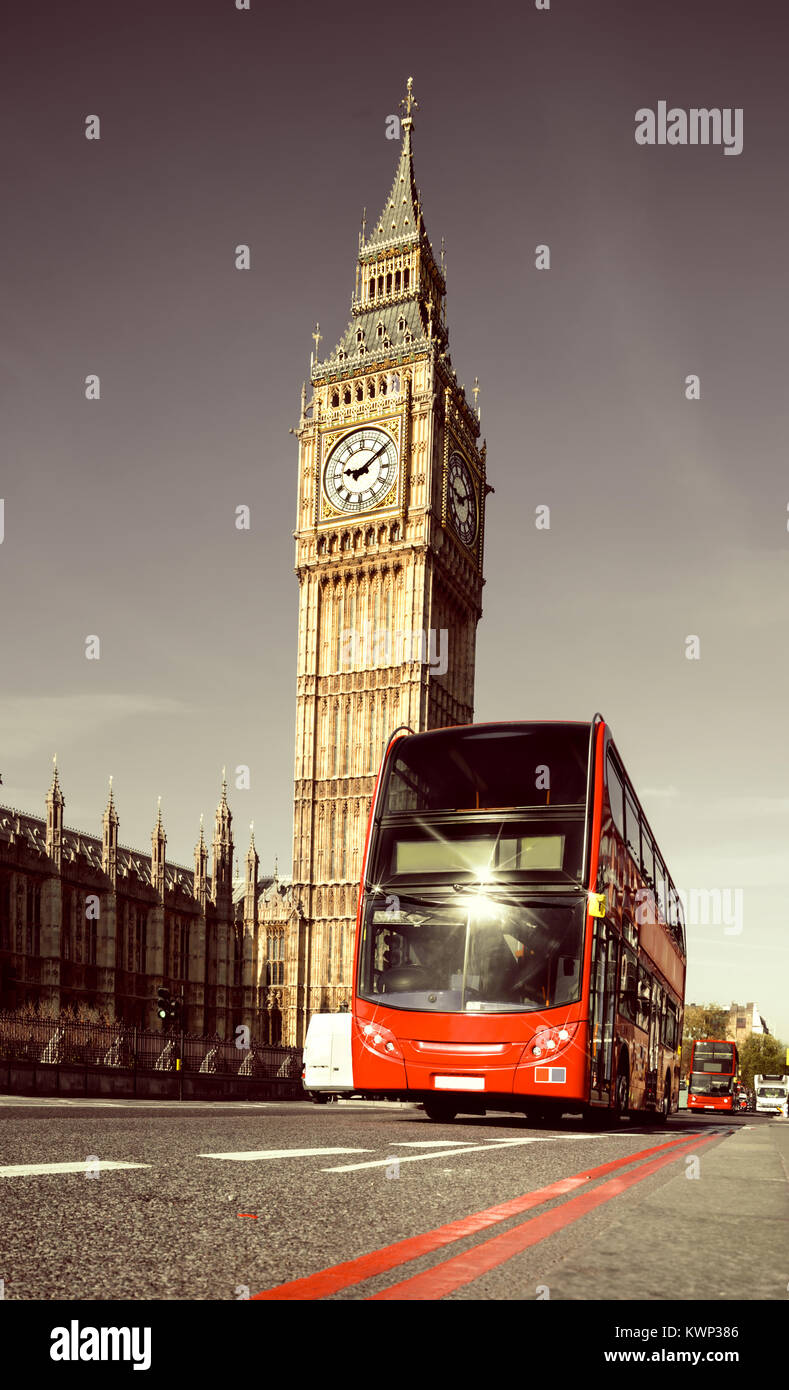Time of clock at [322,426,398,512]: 9:09
